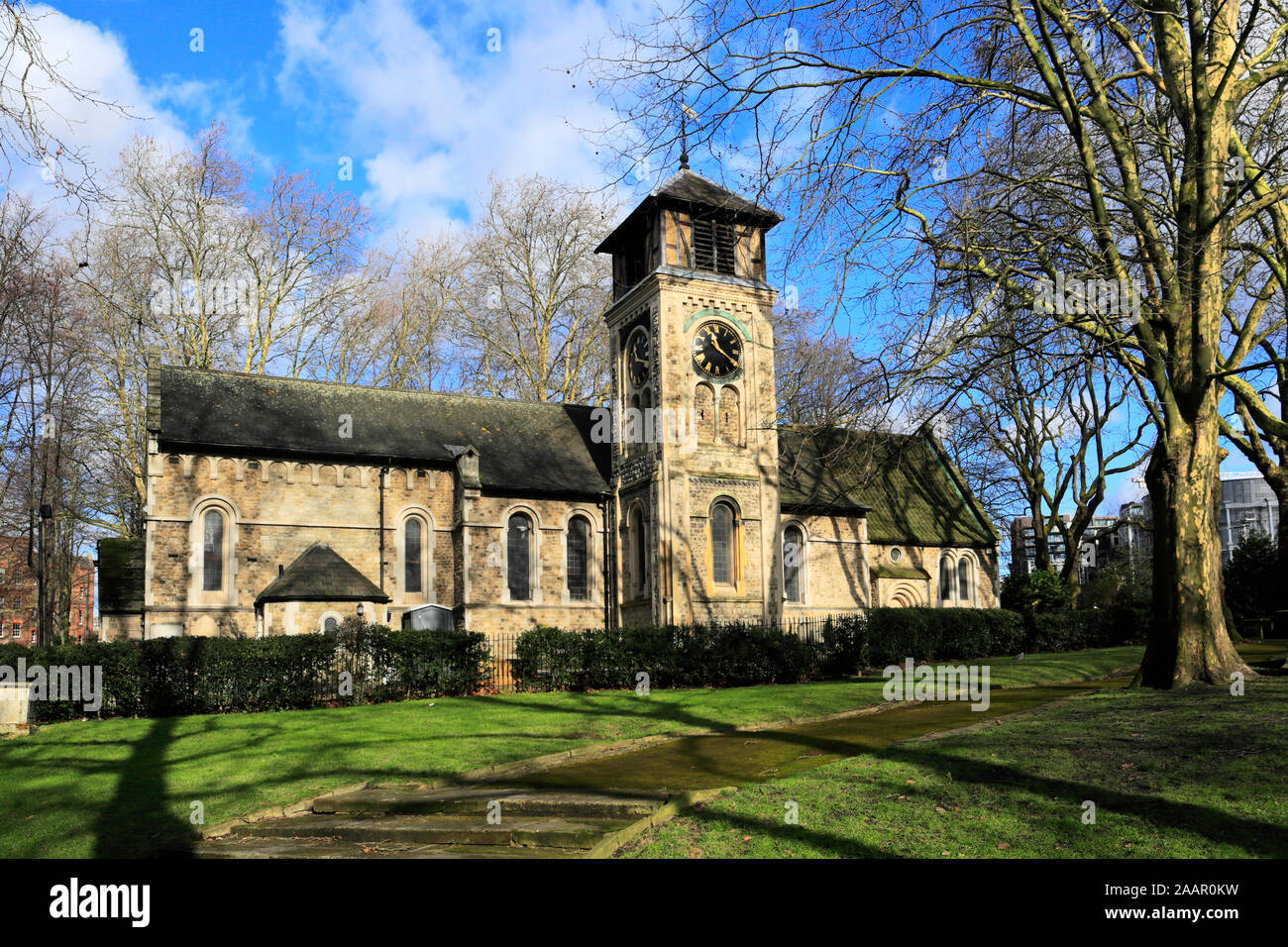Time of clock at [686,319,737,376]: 11:20
